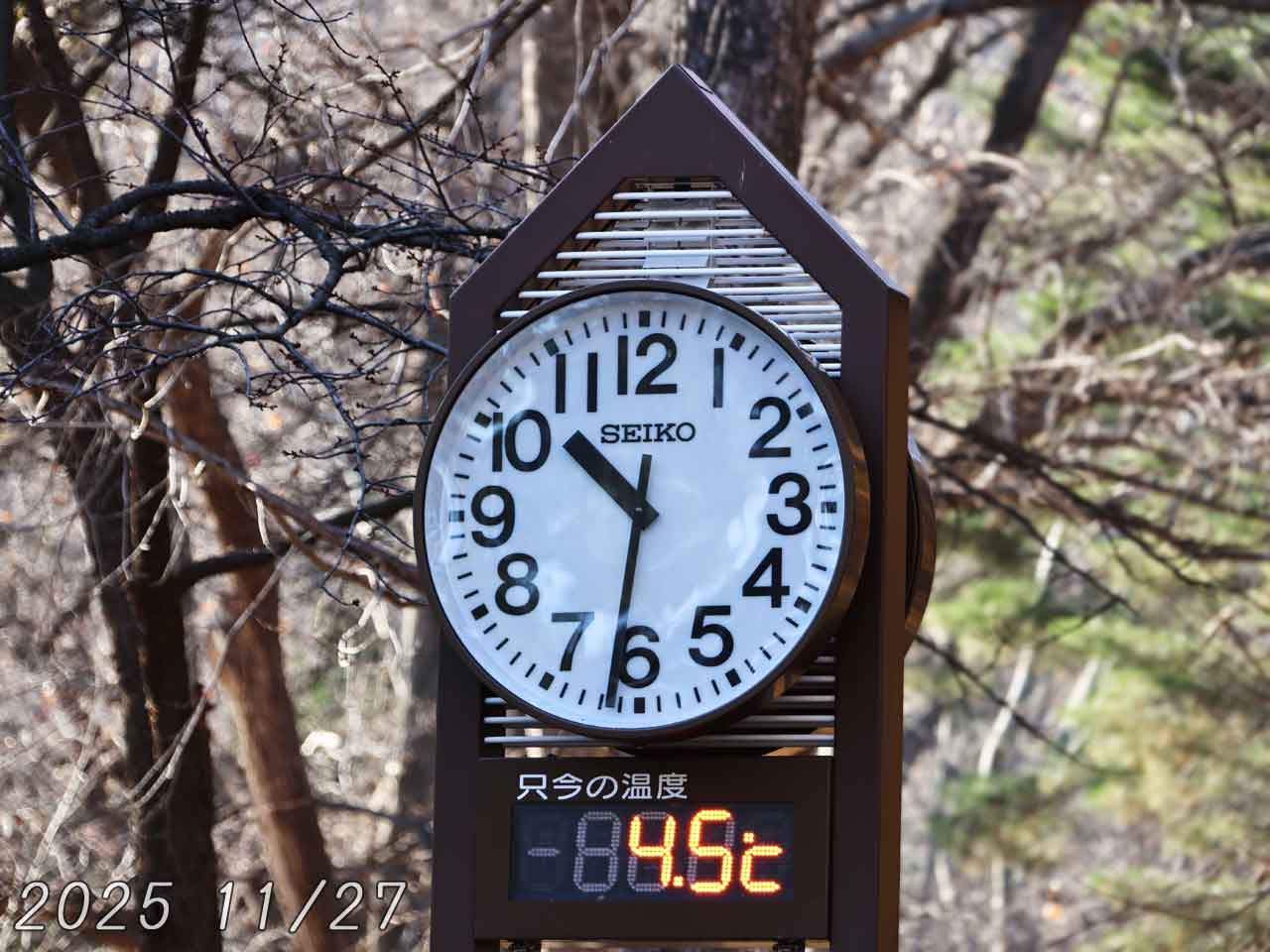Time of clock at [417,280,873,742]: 10:31
